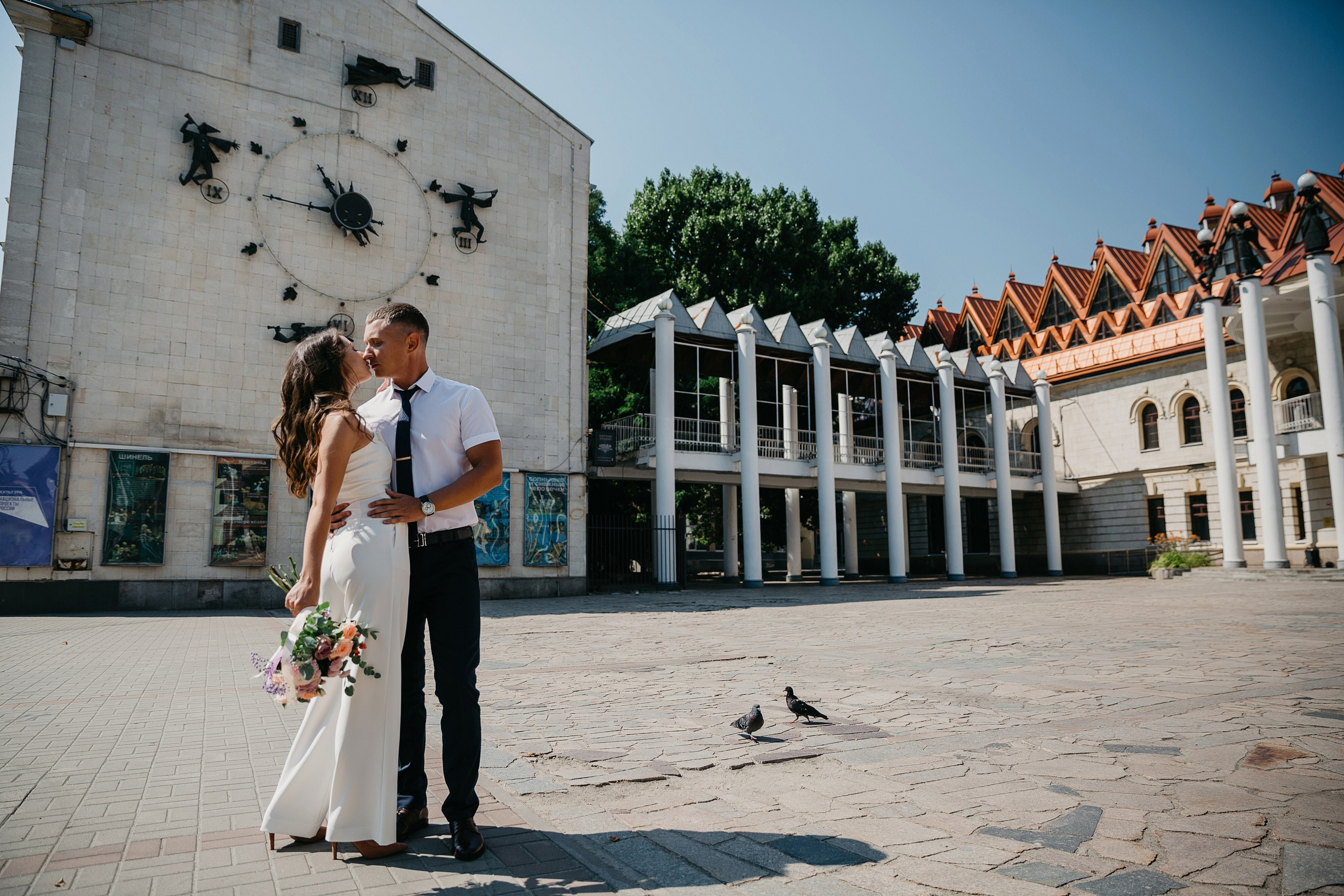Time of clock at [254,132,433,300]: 10:45
